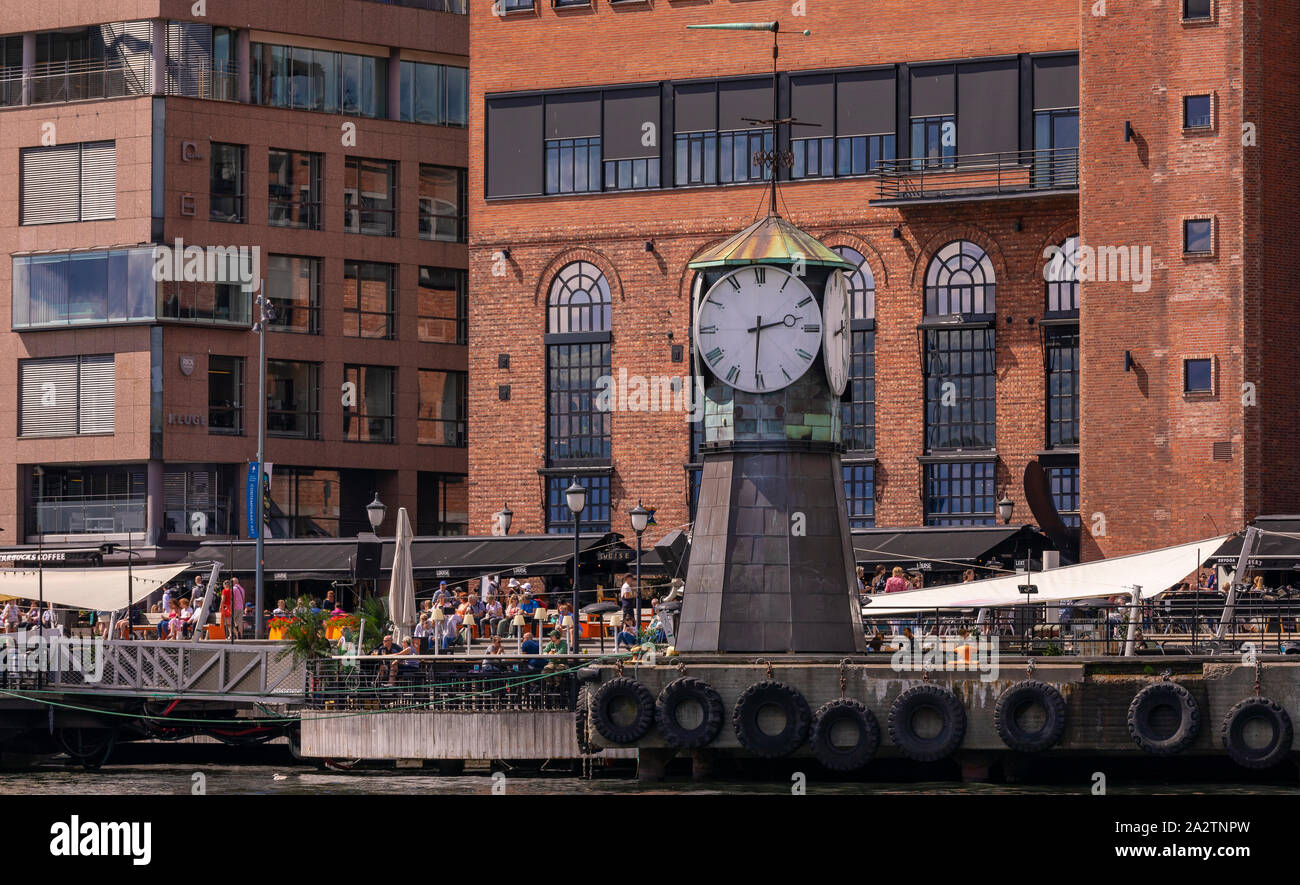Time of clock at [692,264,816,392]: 2:30
